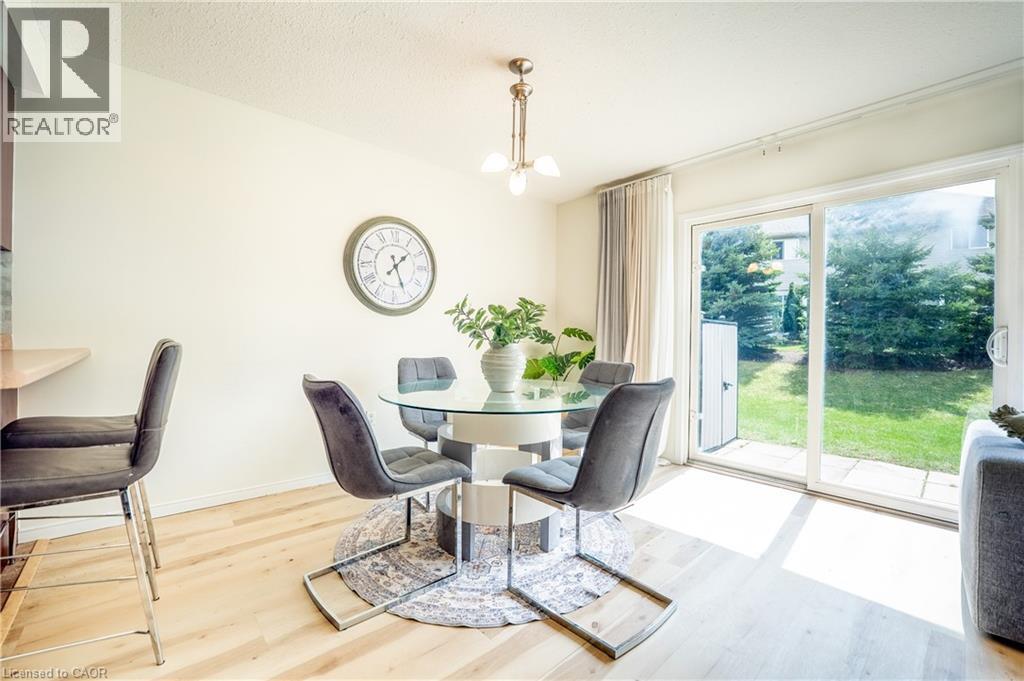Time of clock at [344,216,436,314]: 1:26
